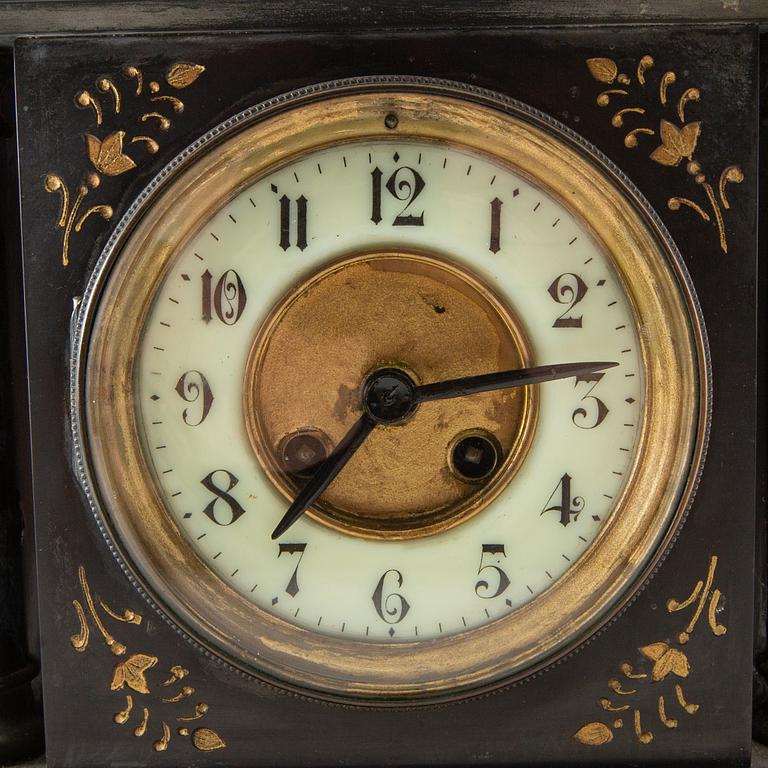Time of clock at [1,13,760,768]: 7:13
